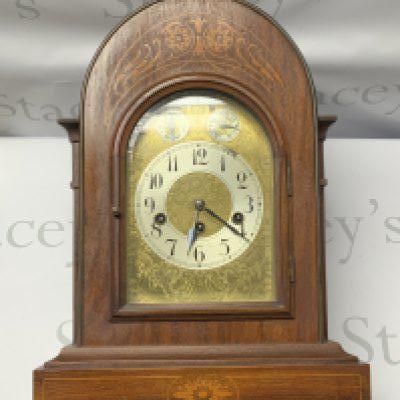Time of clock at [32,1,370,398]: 6:20
